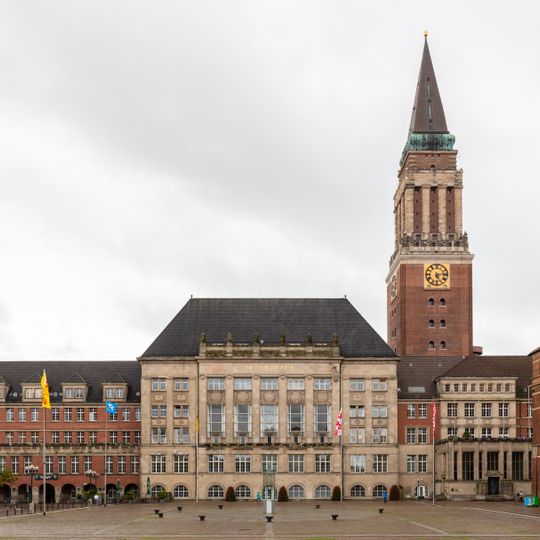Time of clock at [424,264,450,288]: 5:13
